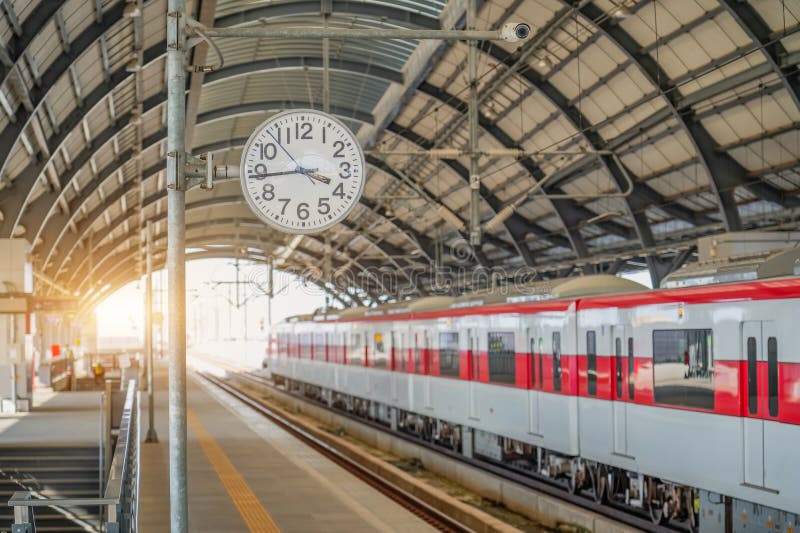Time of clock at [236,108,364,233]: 3:44
